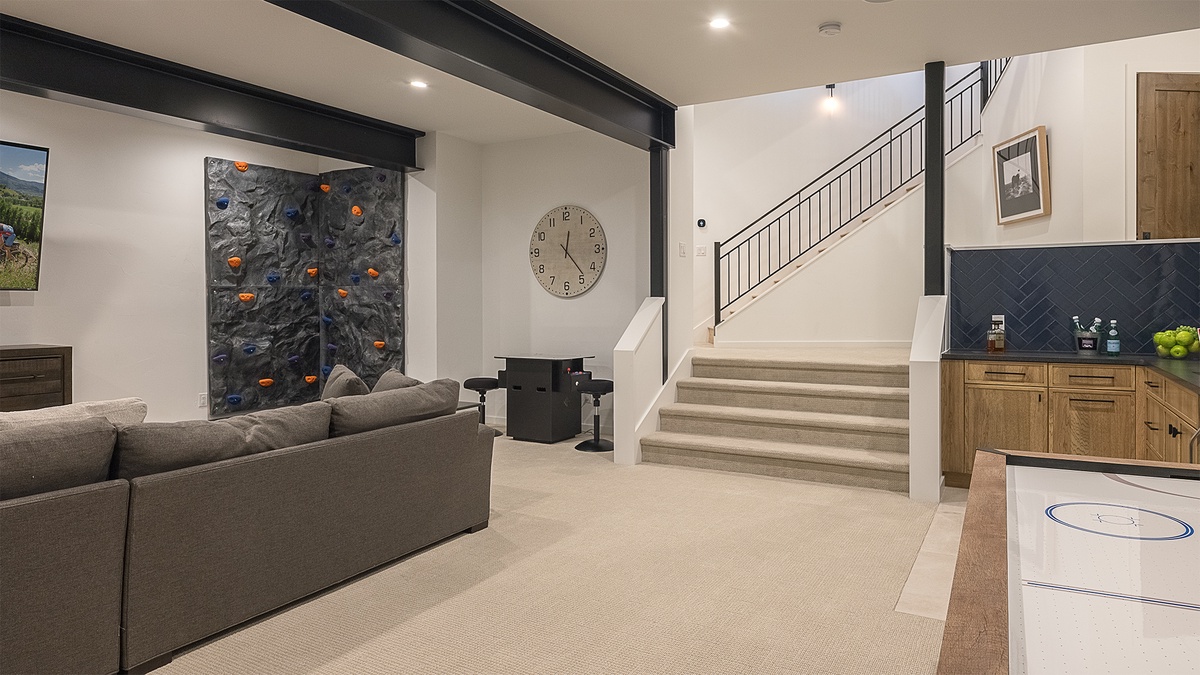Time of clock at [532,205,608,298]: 12:23
